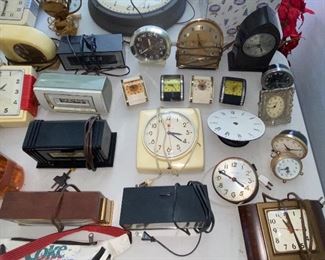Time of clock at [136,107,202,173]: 3:21
